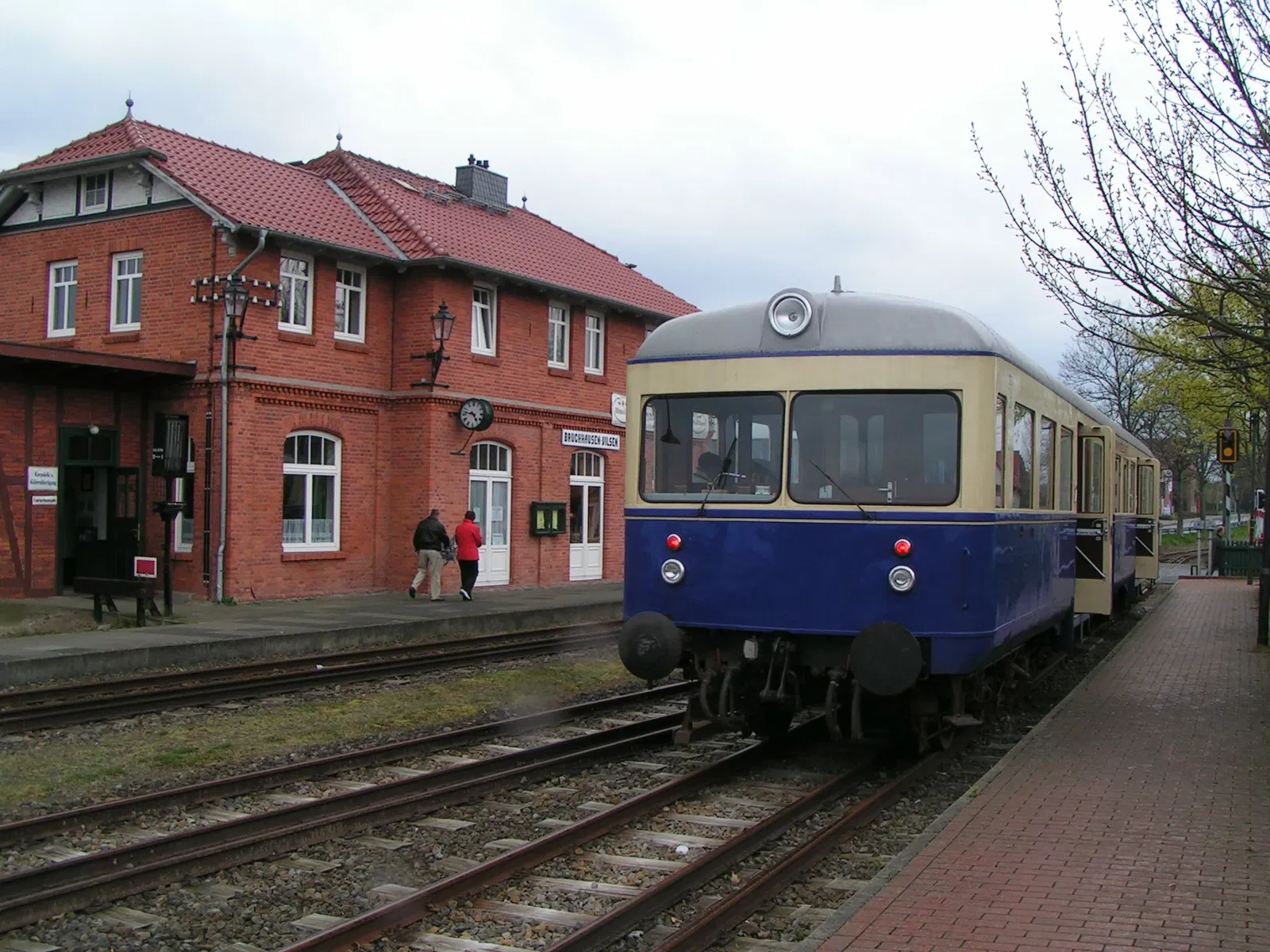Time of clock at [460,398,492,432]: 4:47
